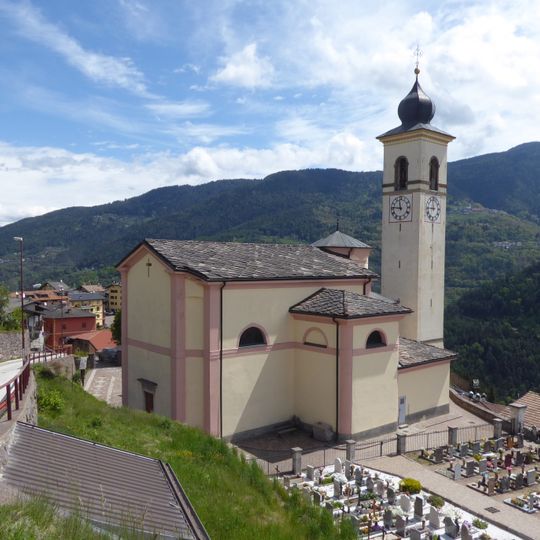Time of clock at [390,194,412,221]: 11:46
